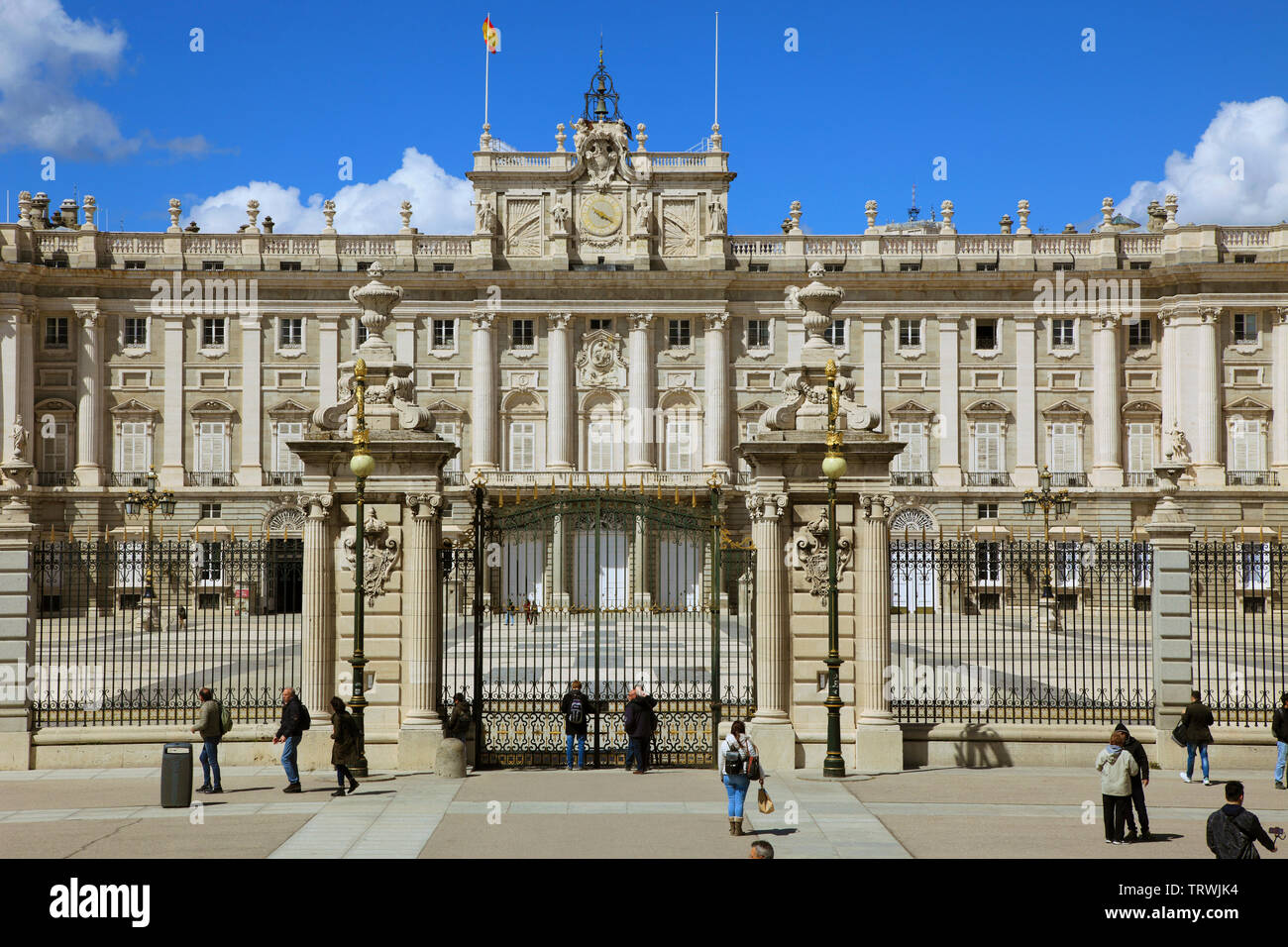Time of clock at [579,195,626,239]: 4:20
